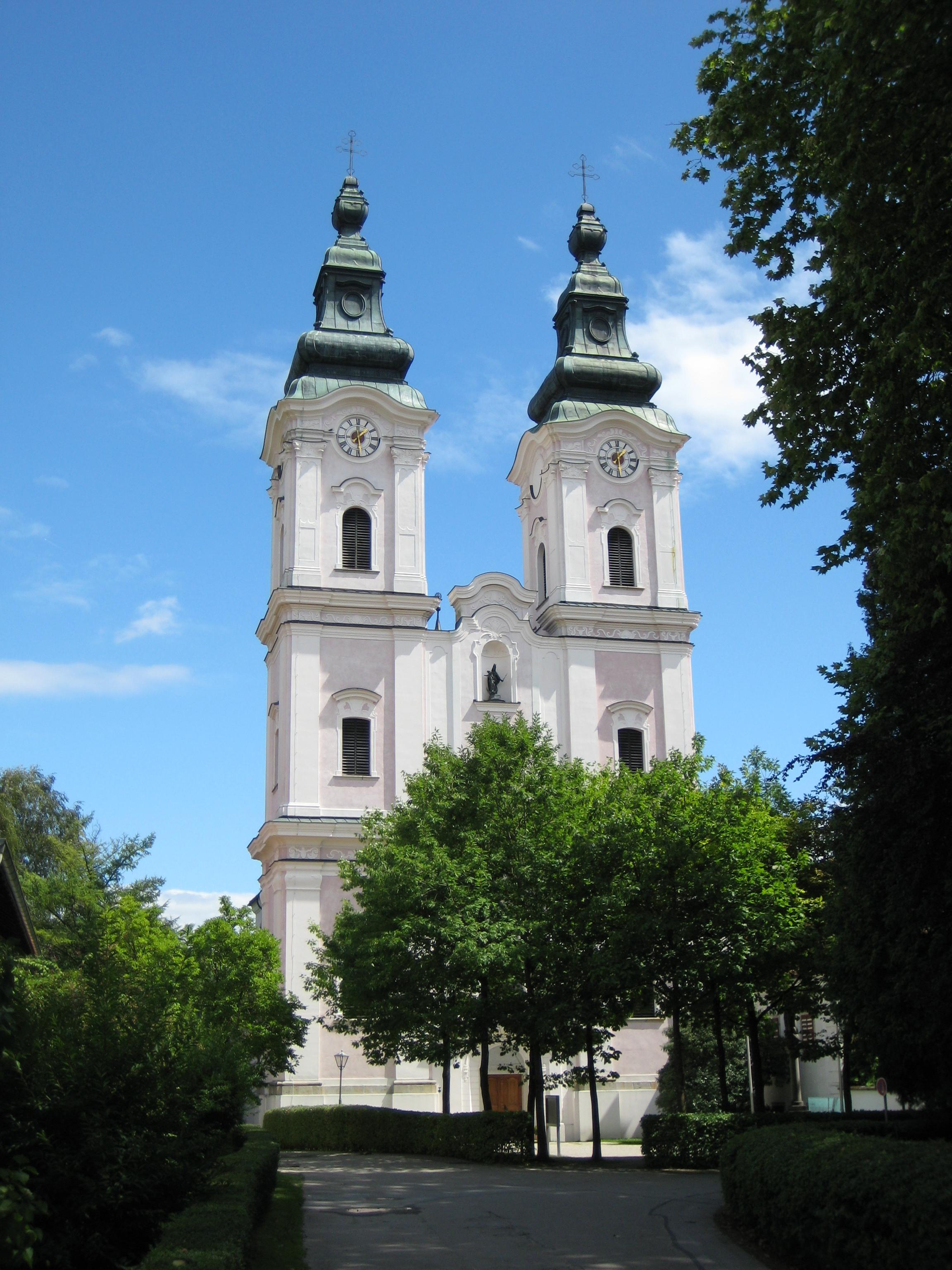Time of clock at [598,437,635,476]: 1:29
